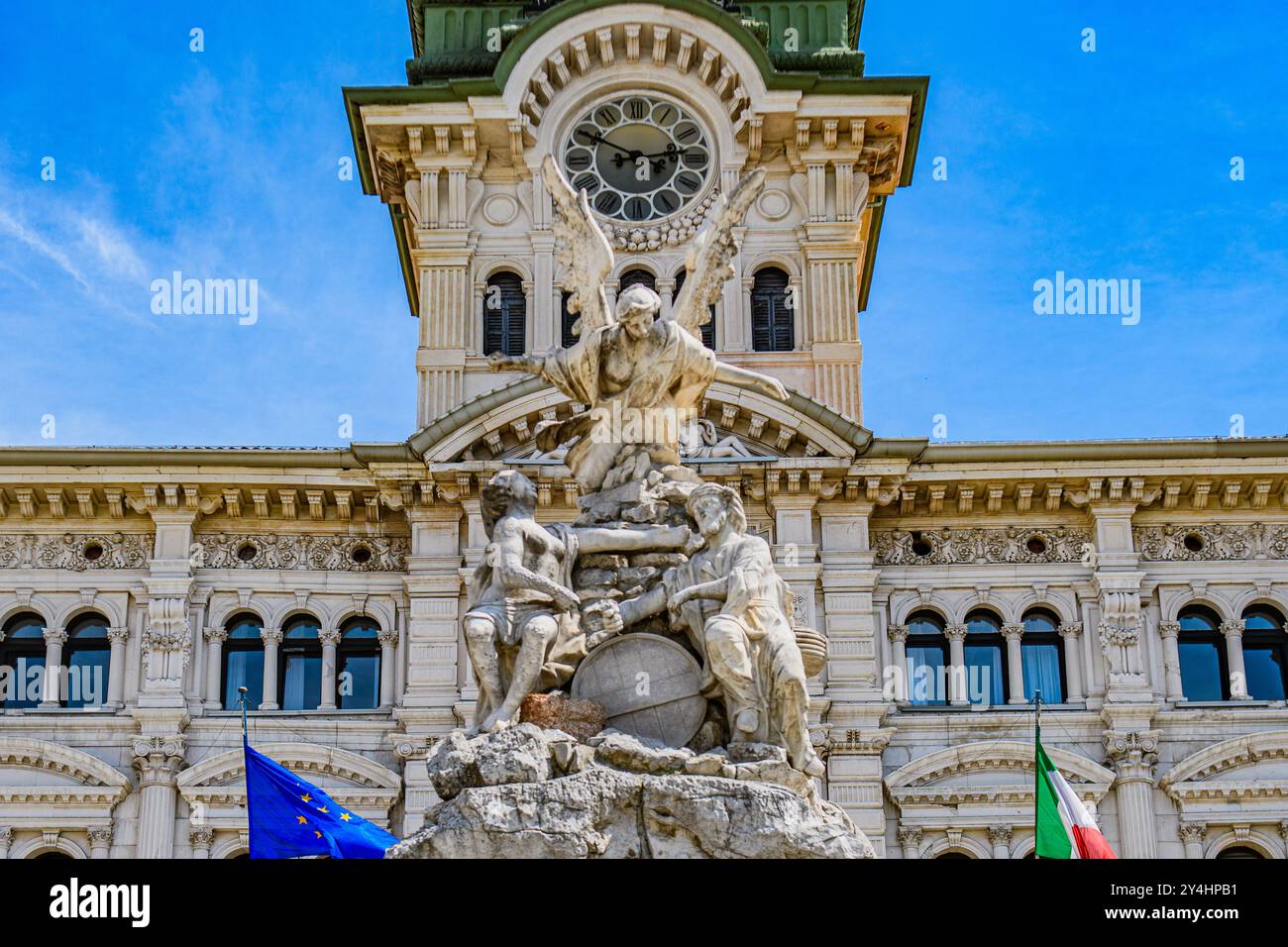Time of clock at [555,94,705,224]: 2:49
